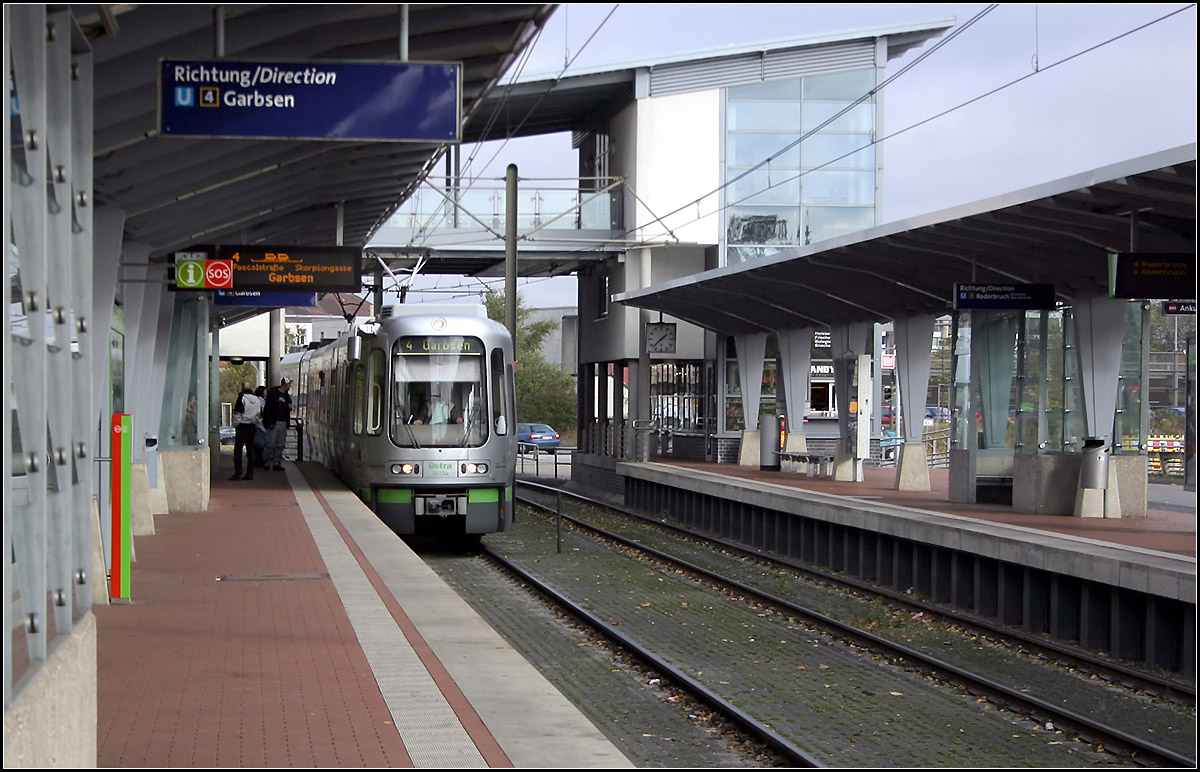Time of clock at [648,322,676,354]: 1:37
